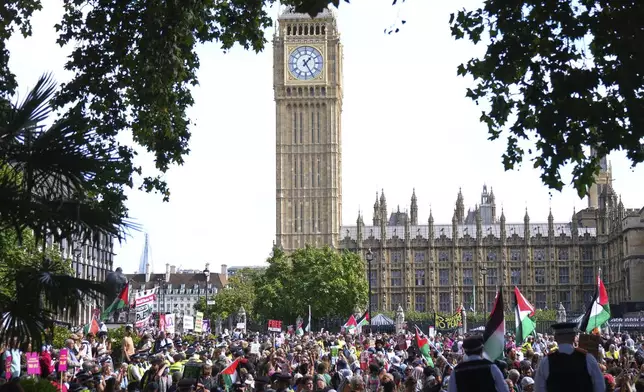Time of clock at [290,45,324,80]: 1:24
